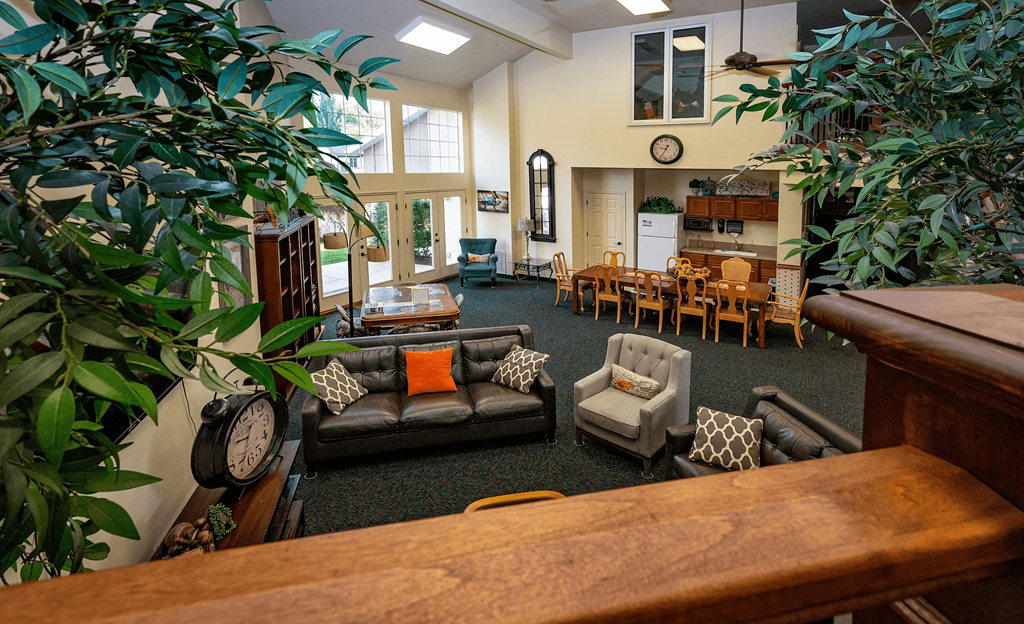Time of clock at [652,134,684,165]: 9:34
